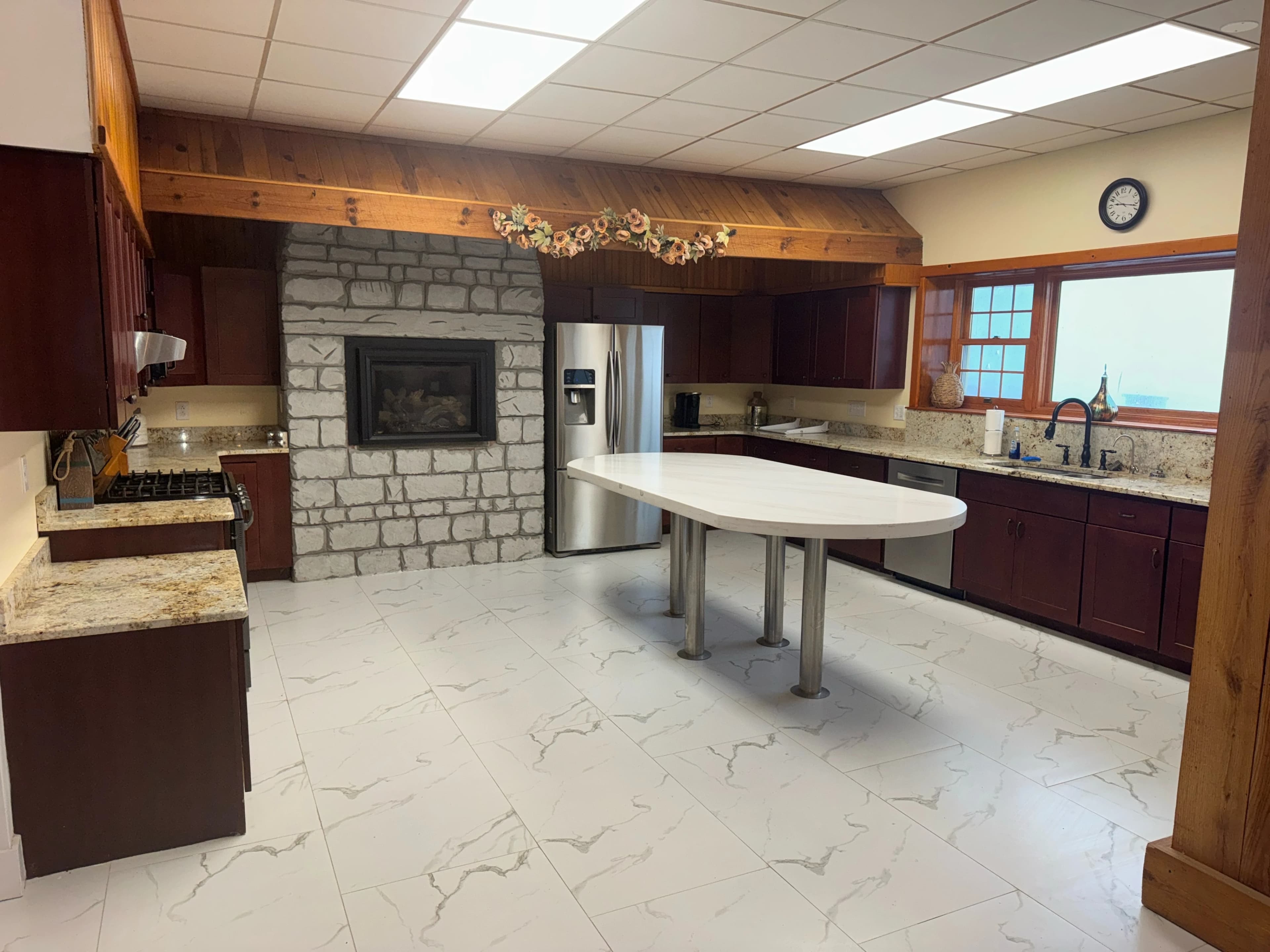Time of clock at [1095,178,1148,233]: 9:17
